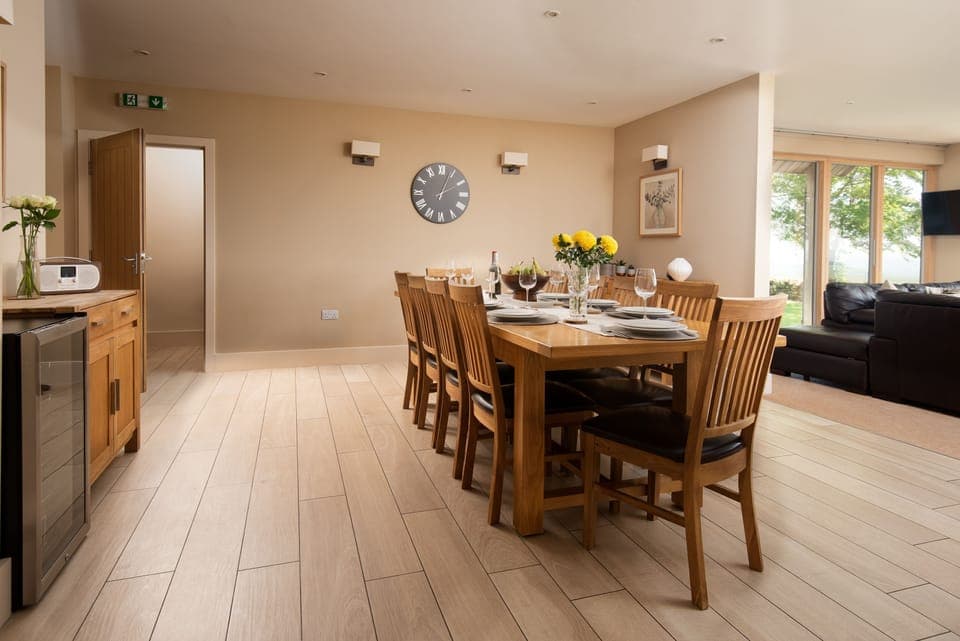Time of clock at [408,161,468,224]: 2:03
